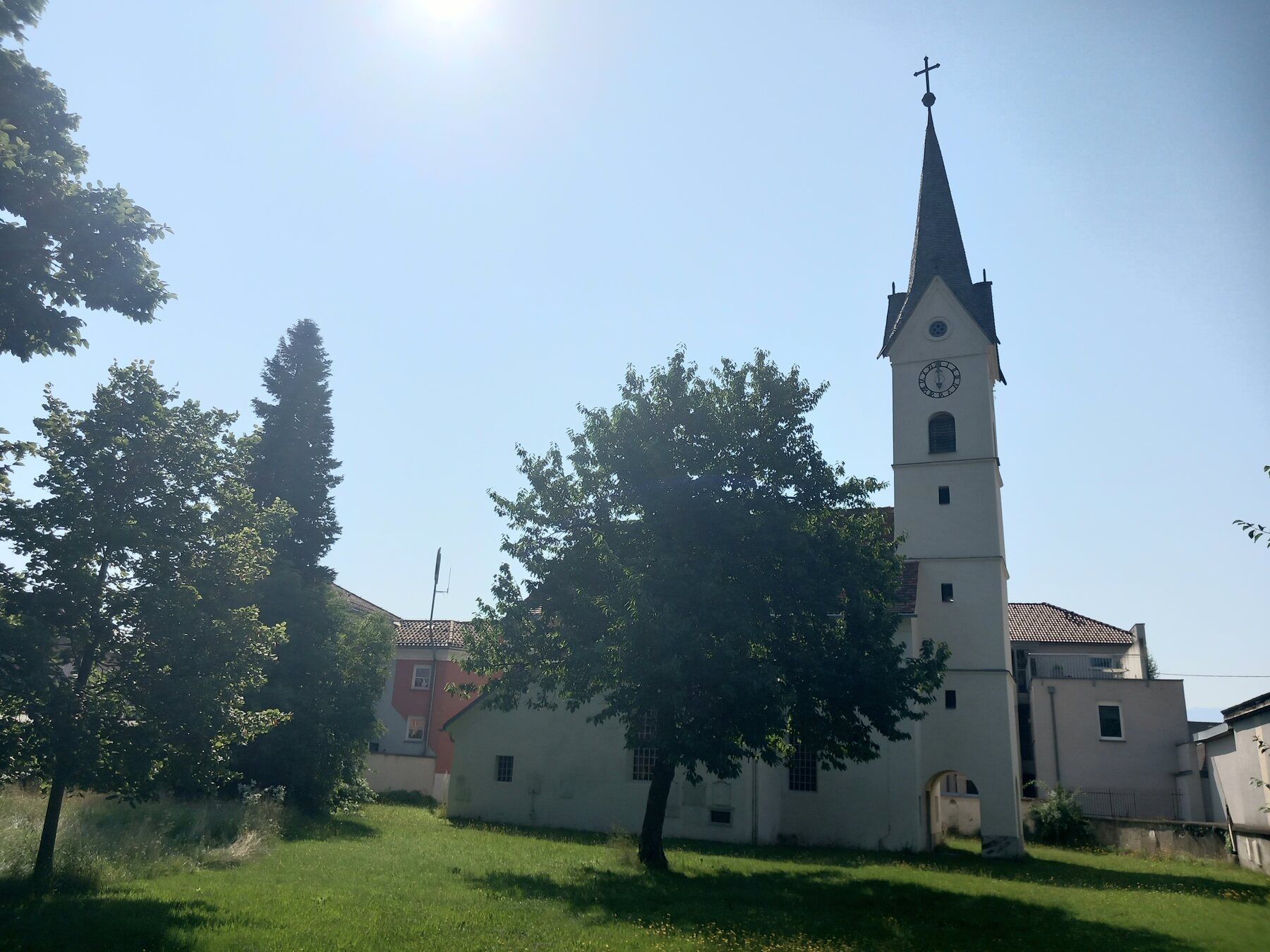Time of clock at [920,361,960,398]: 5:59
